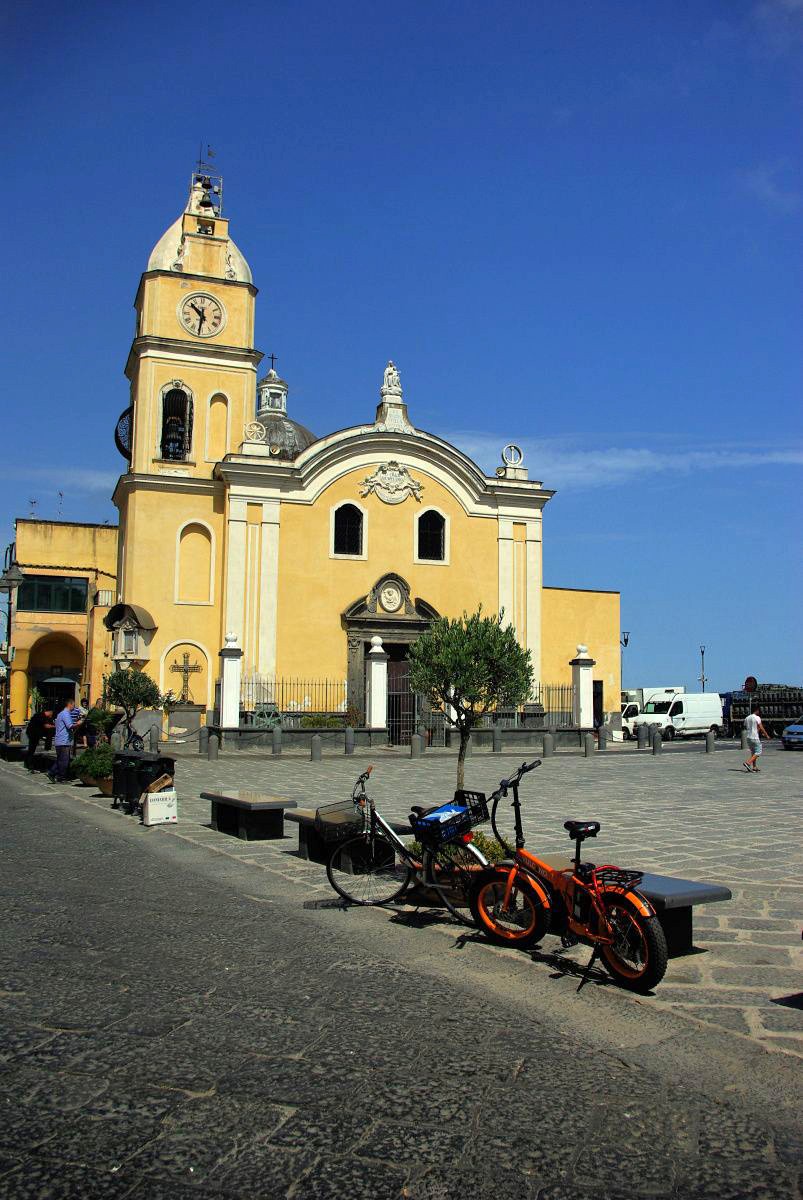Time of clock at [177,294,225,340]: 10:31
